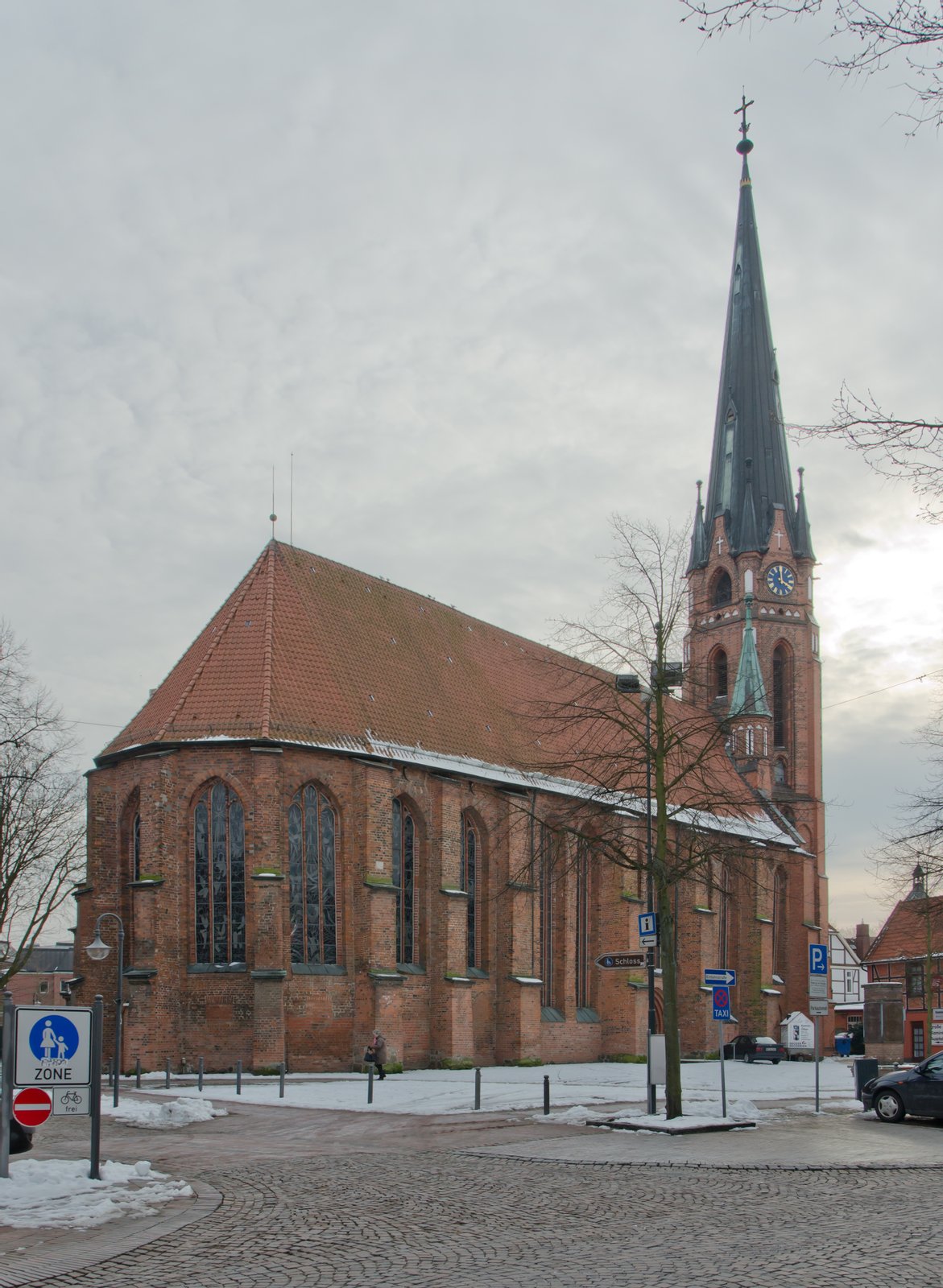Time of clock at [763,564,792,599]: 4:00
